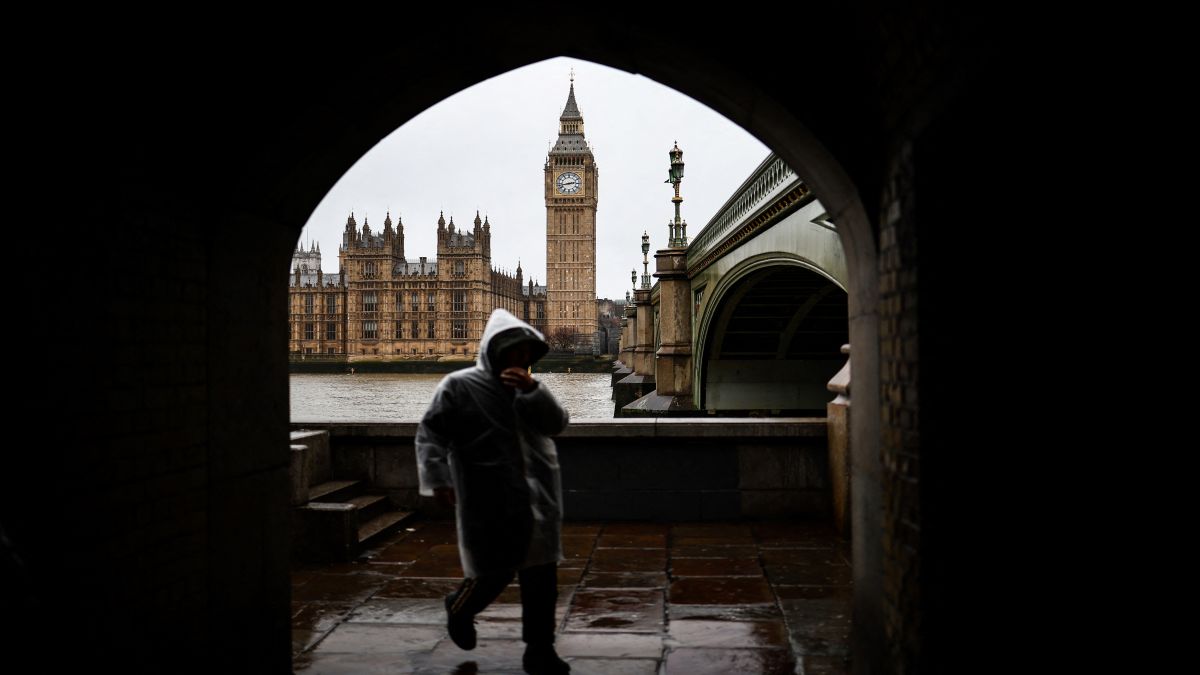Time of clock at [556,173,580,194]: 2:42
